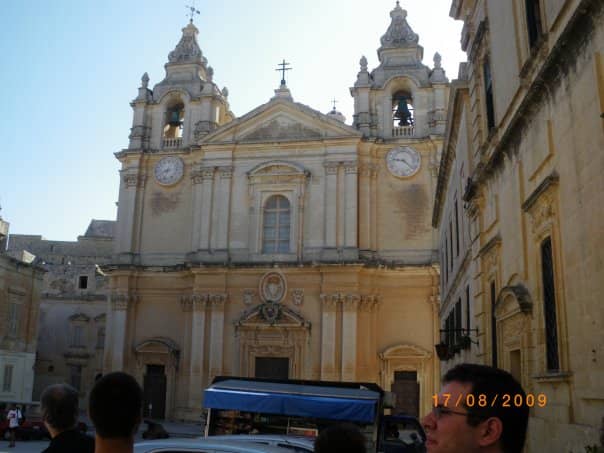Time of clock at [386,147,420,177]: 9:22
